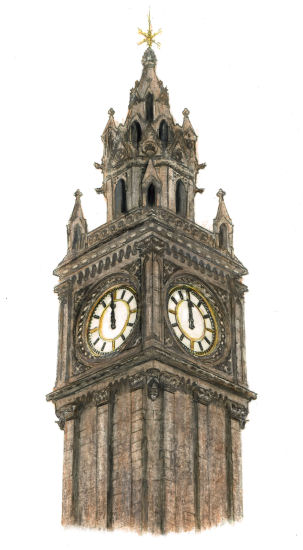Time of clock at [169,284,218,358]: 11:59
